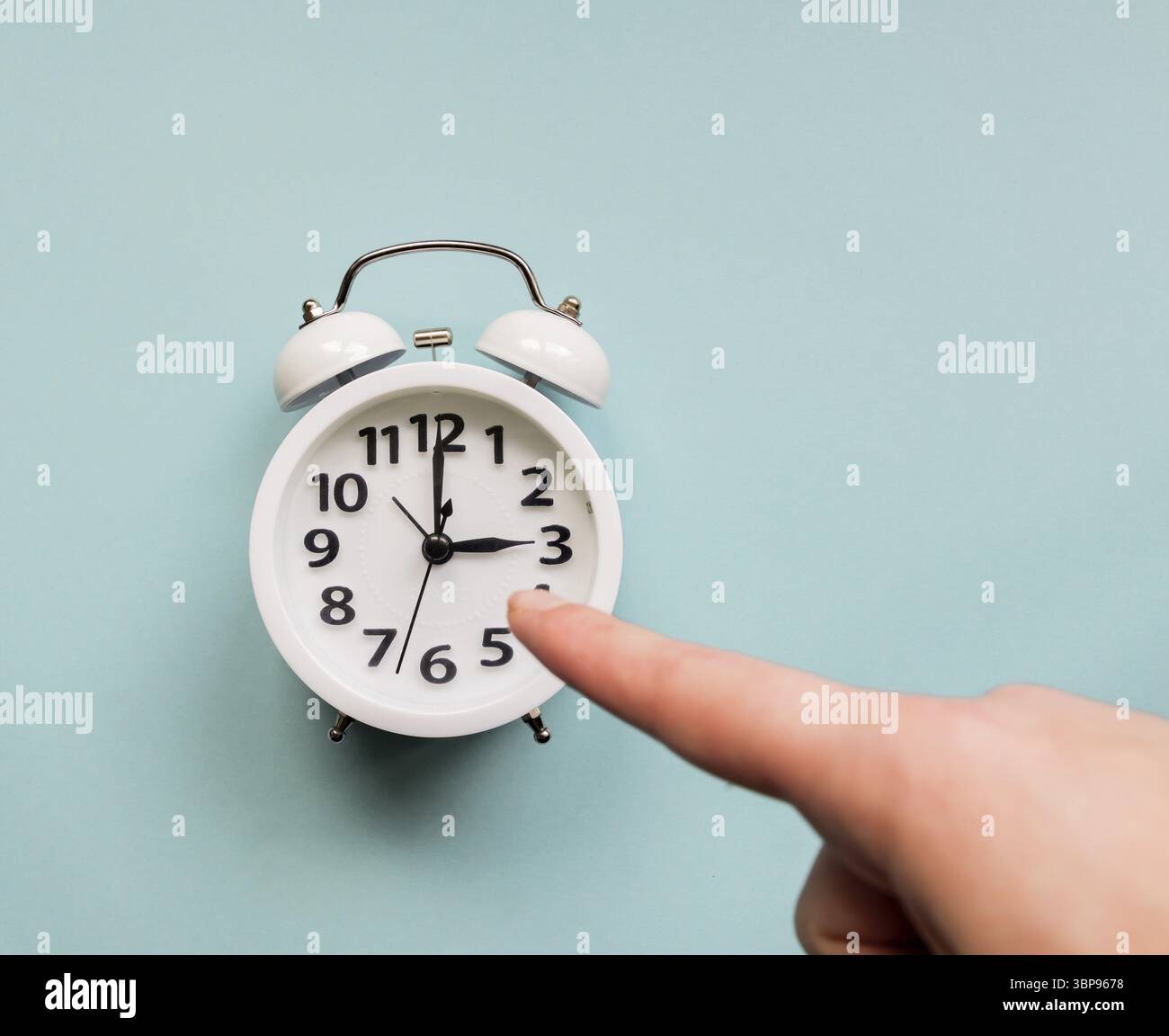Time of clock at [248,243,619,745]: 3:00
